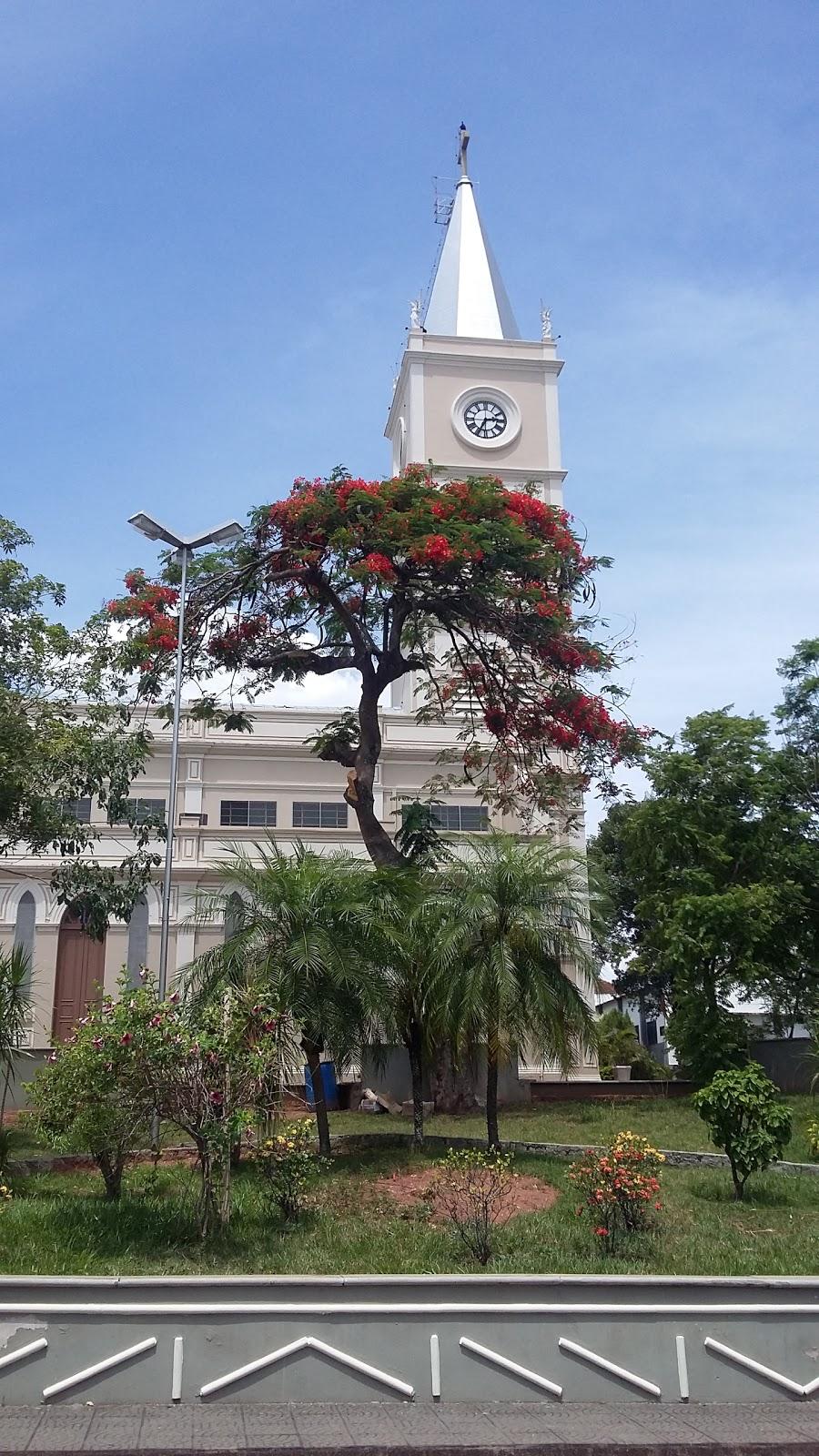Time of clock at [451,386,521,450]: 2:34
